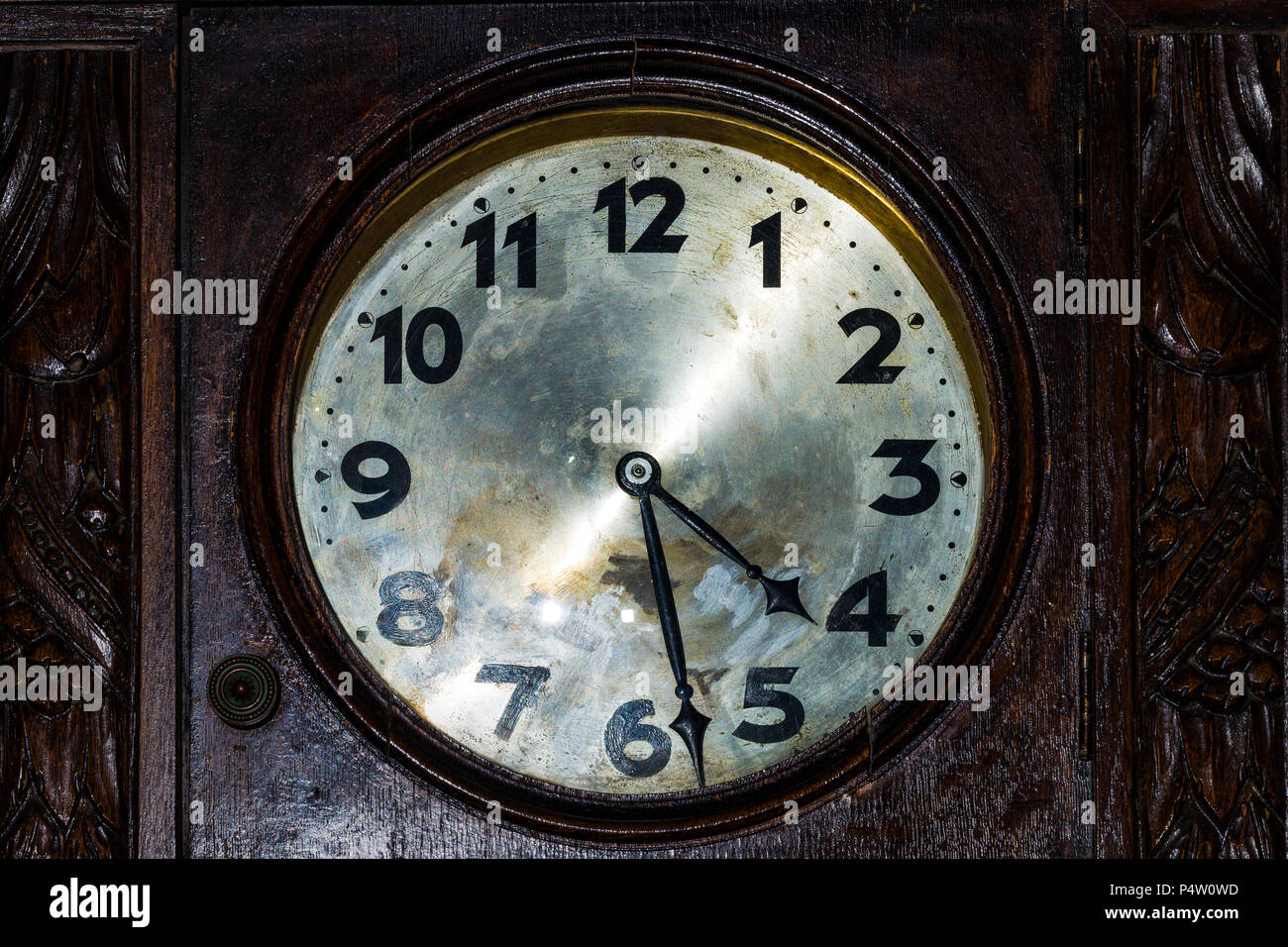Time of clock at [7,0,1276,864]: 4:28
